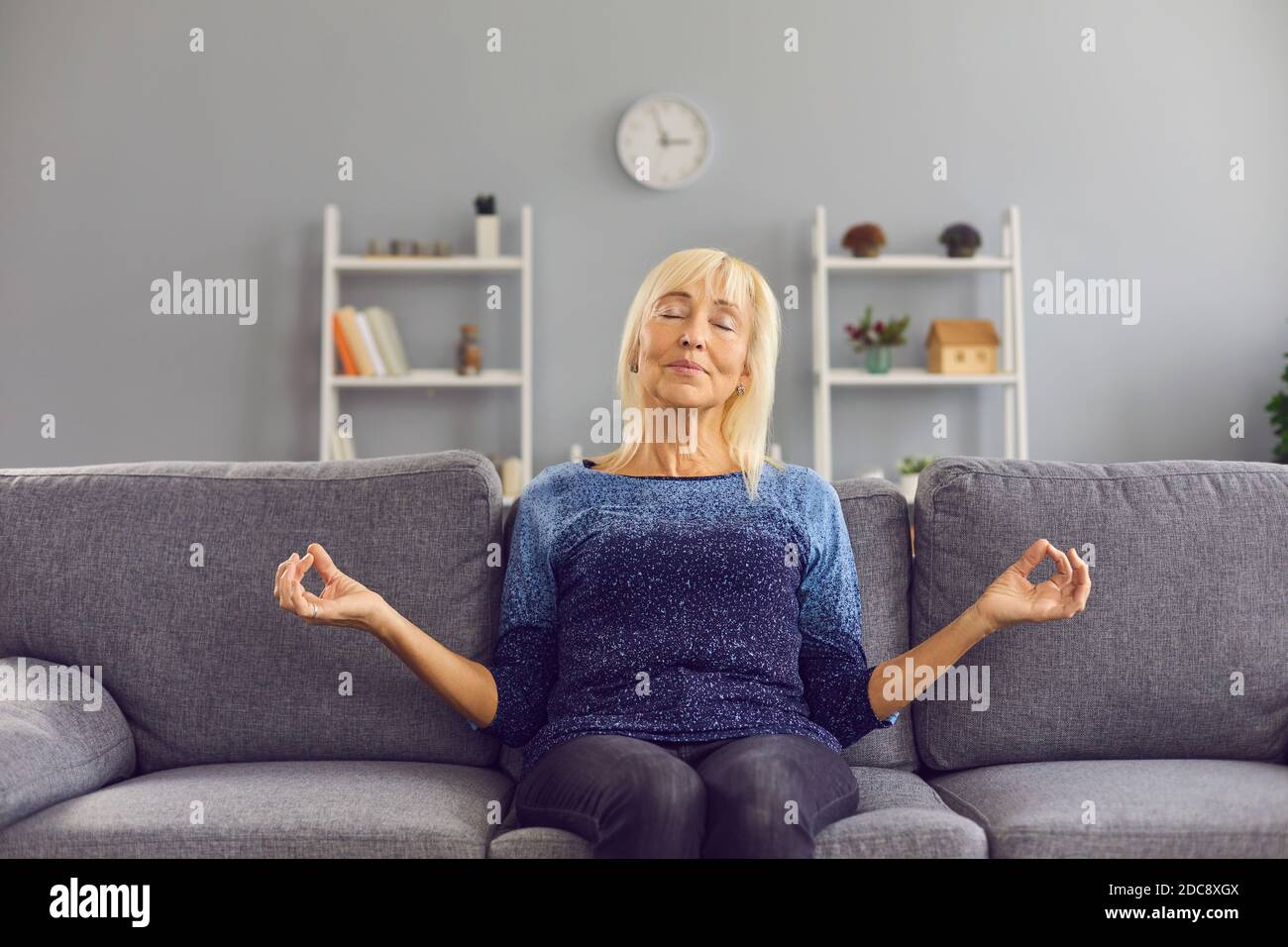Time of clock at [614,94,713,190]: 2:56
